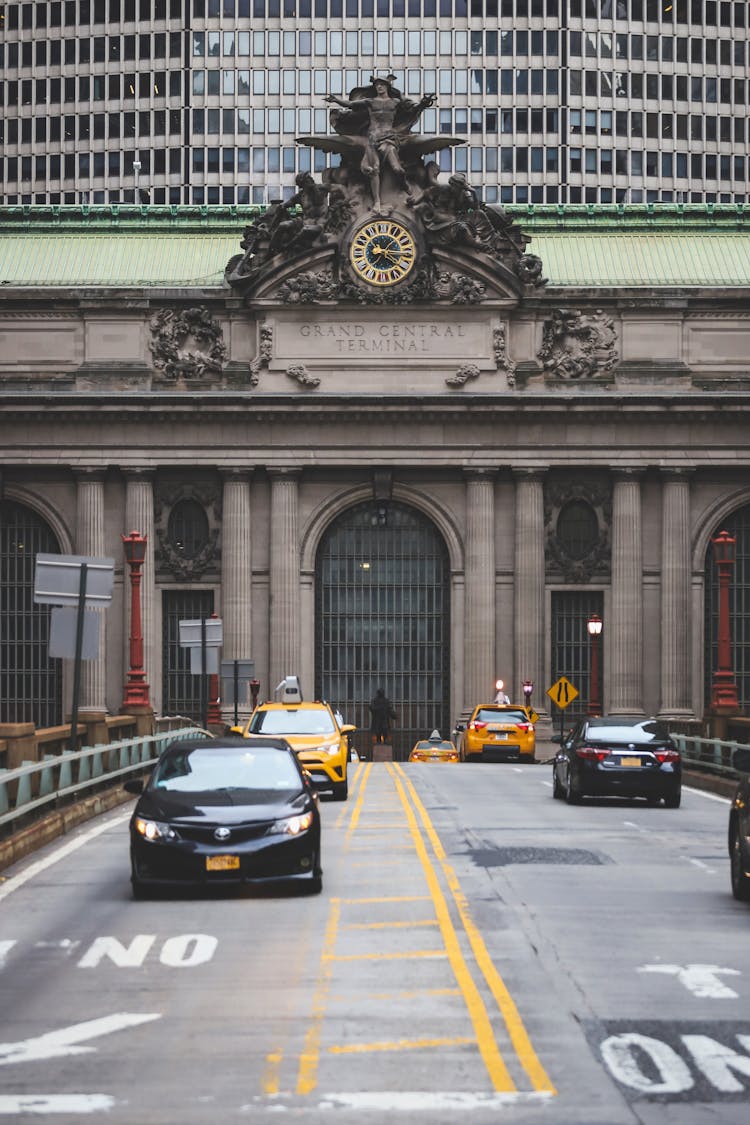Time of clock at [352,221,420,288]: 4:15
